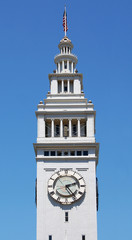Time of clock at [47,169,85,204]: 2:24
